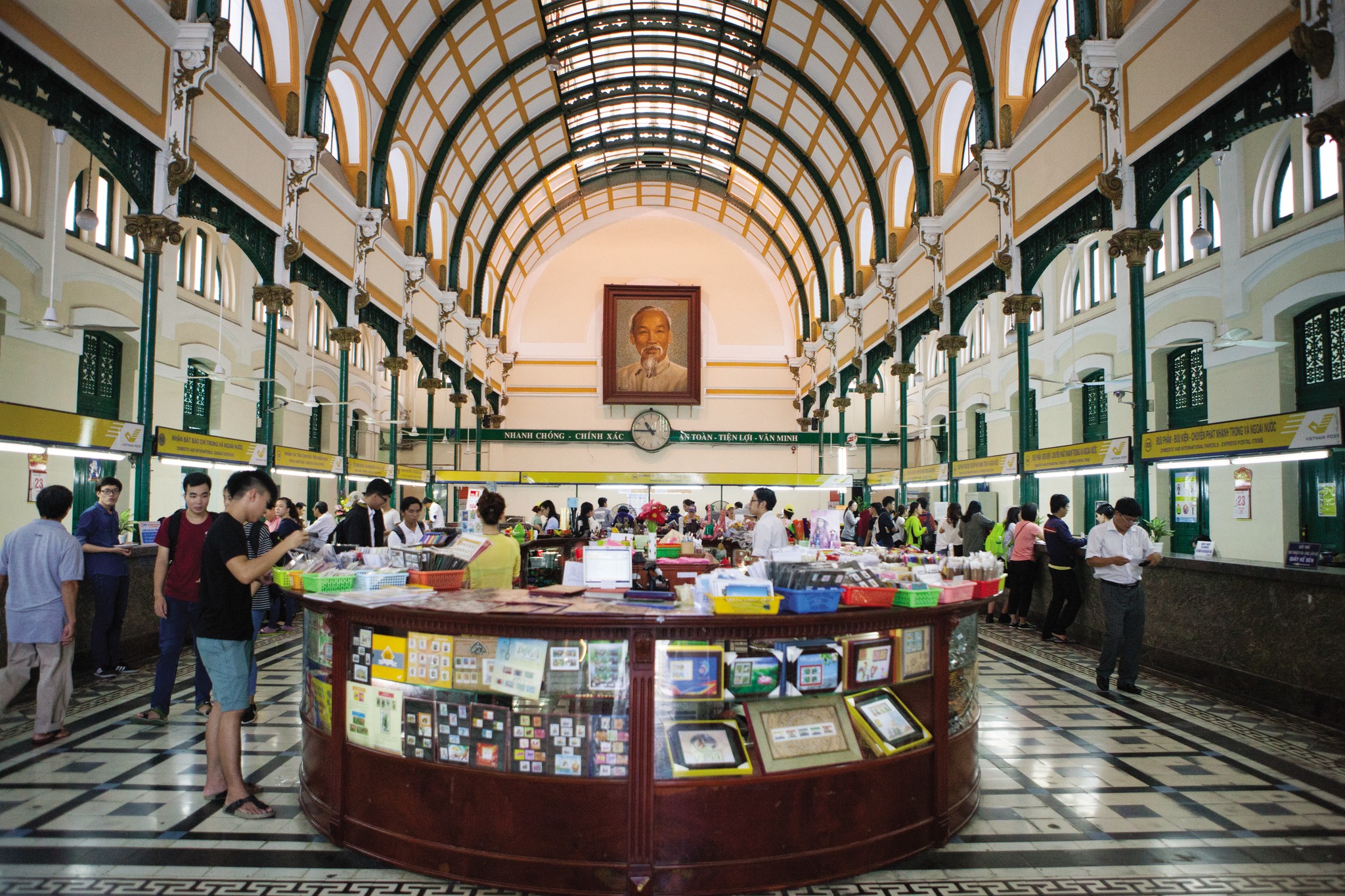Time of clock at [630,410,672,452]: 10:45
